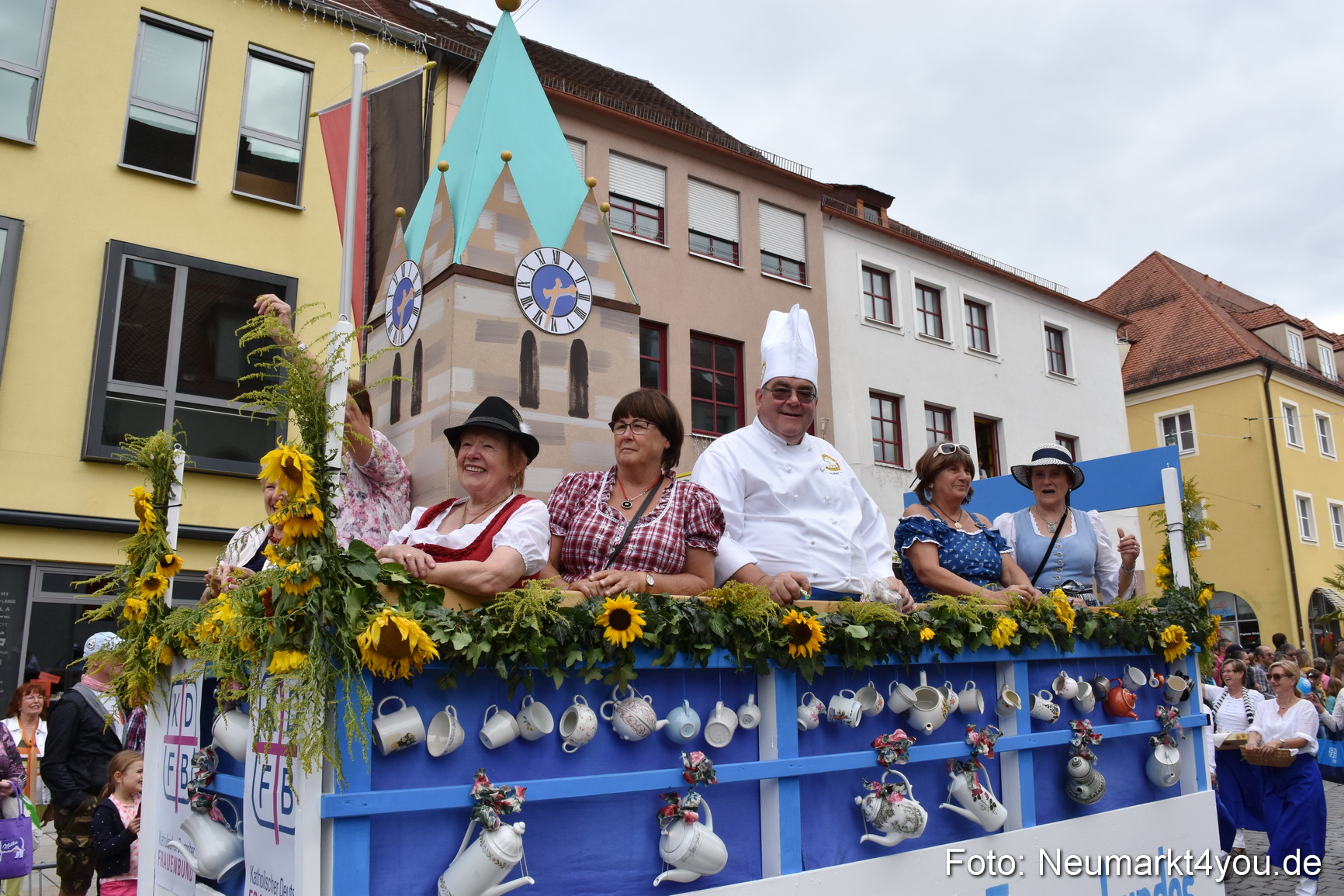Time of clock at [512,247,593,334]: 2:32
